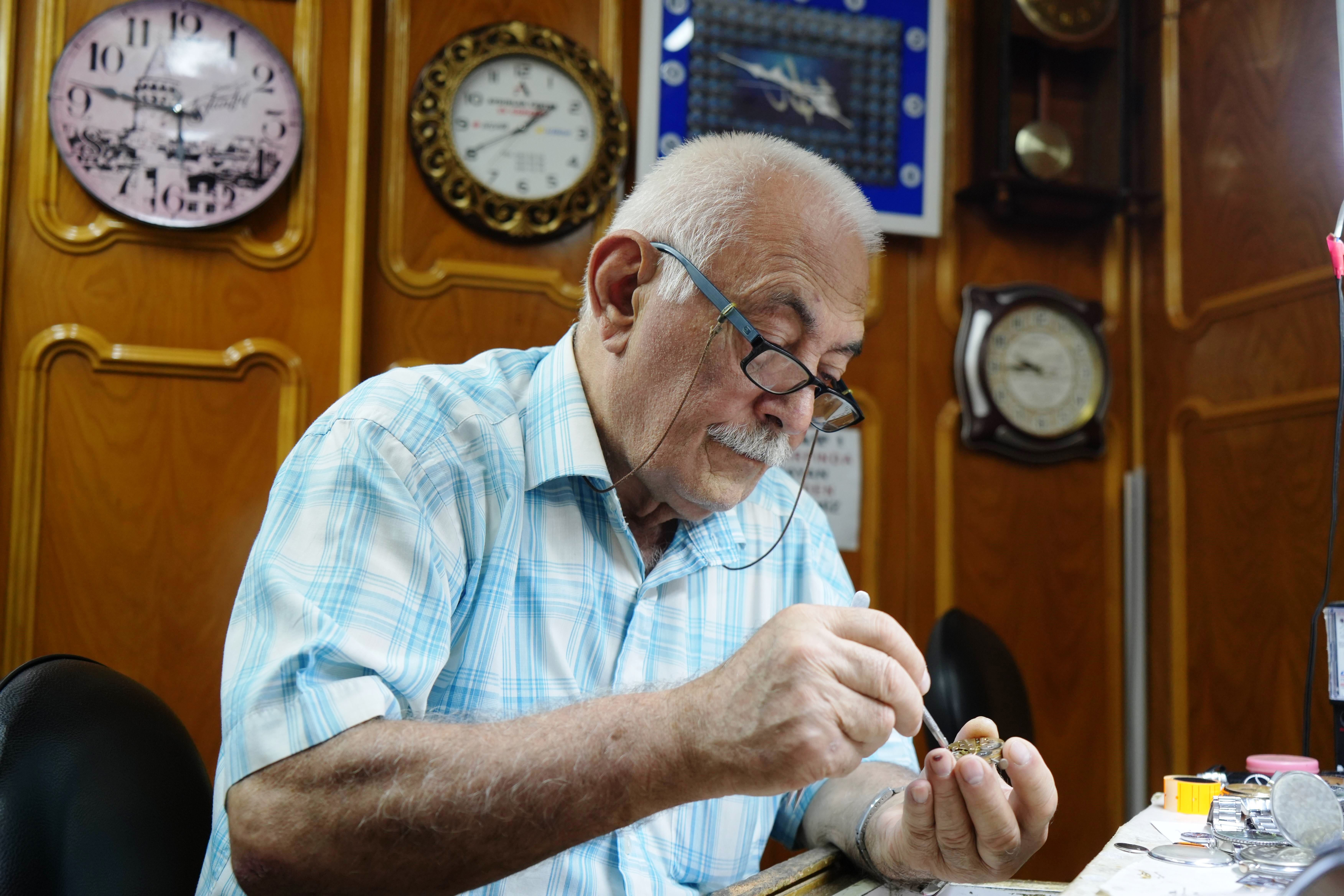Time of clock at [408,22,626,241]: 1:40
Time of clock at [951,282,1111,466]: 9:44
